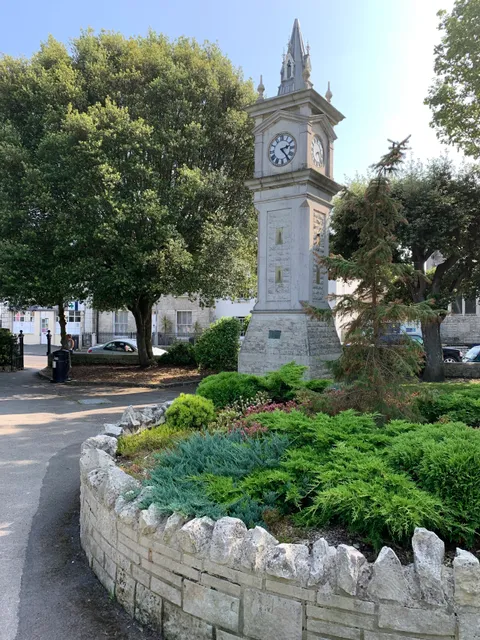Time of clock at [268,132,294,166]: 2:23
